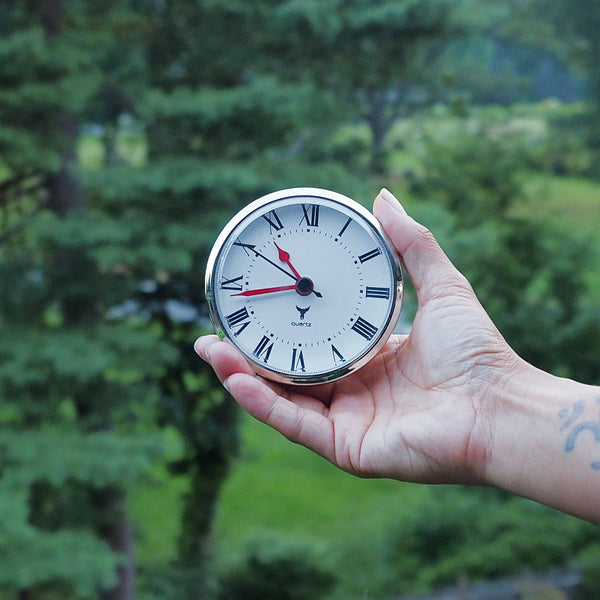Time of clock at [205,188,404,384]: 10:42
